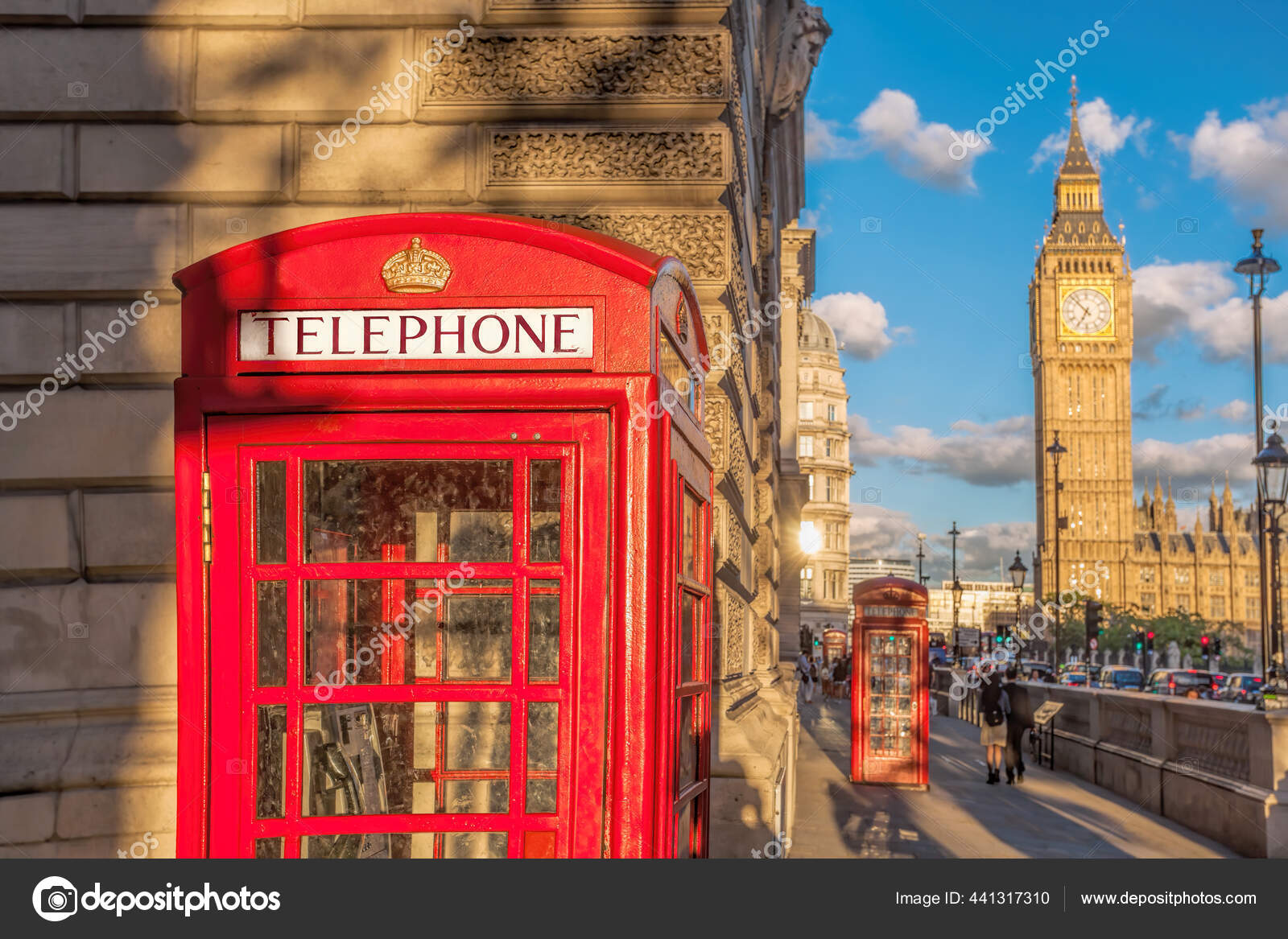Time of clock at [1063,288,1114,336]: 6:52
